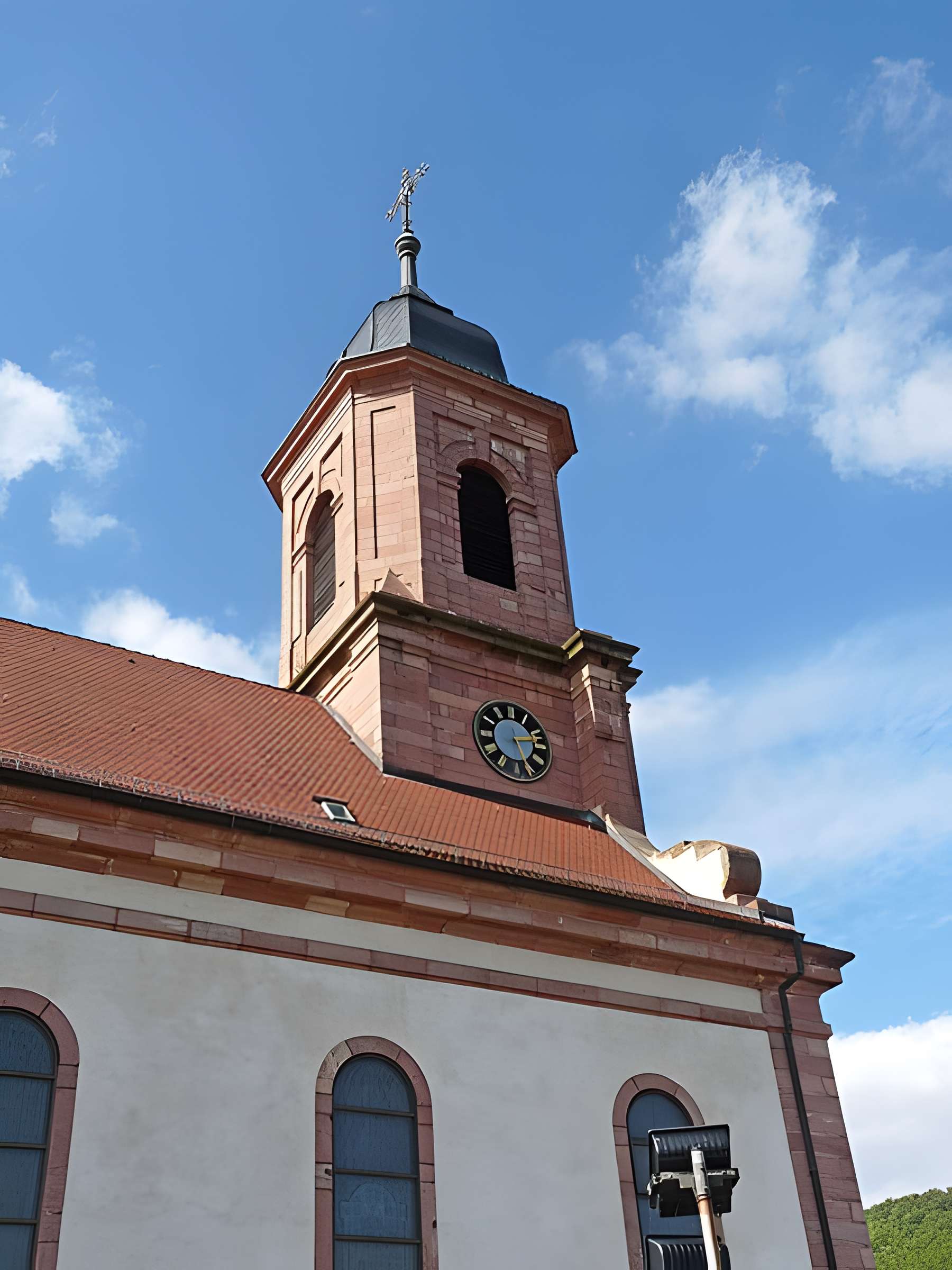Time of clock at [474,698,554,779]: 2:26
